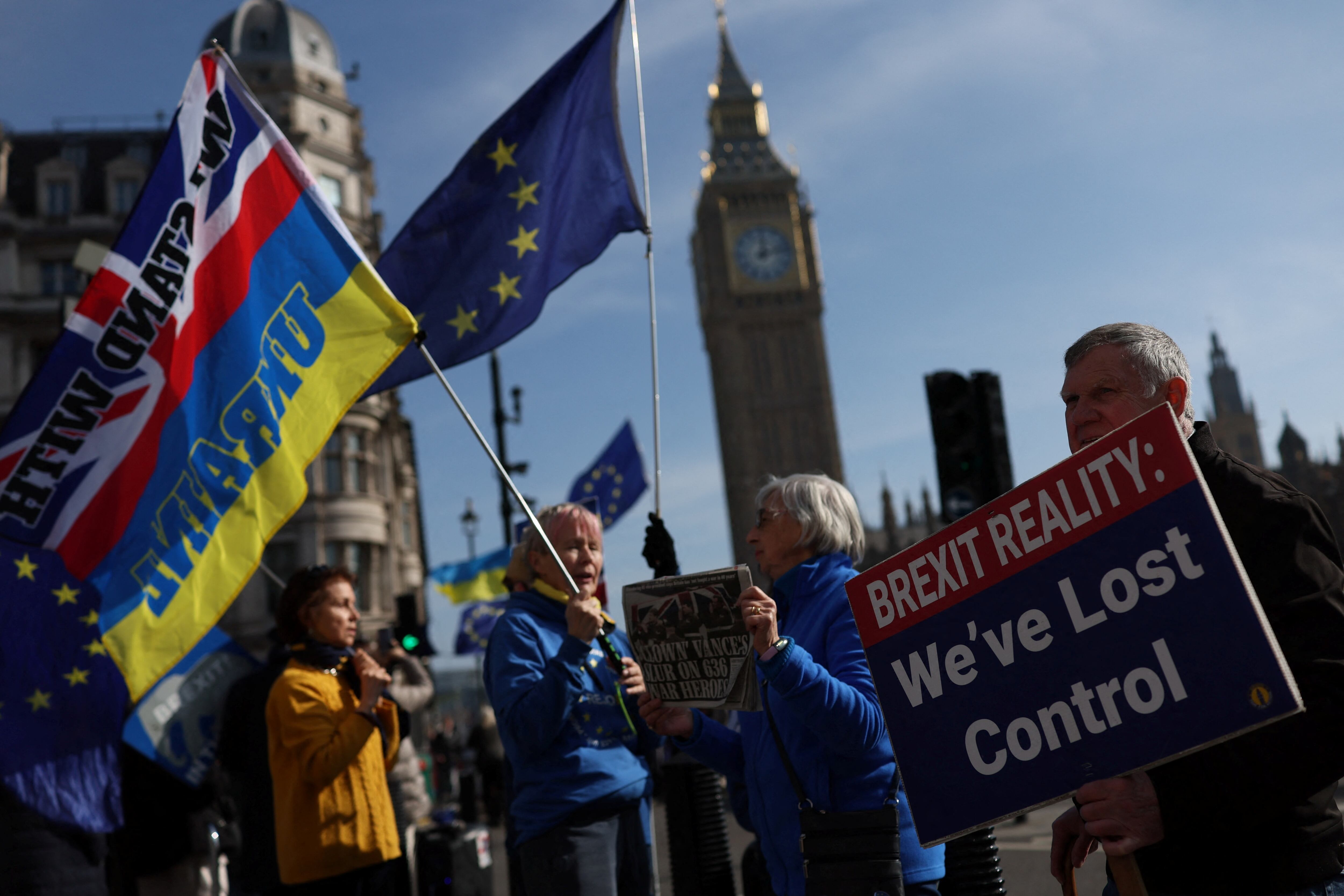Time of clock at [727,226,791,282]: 12:12
